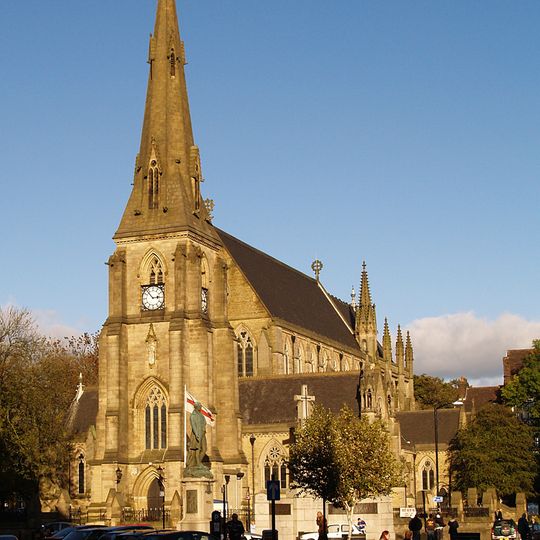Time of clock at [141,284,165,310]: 2:53
